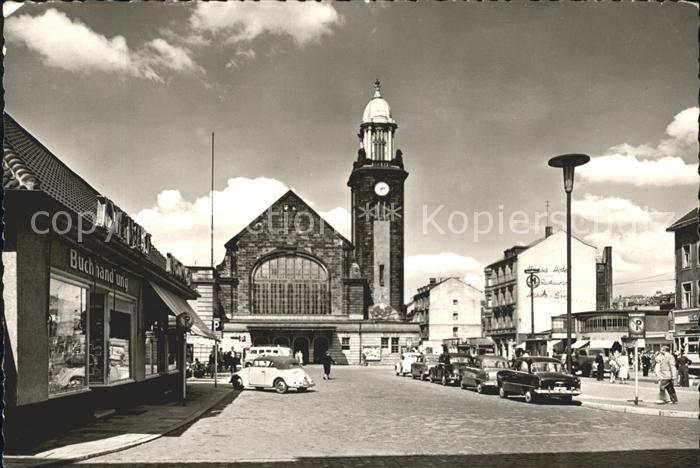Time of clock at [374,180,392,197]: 2:34
